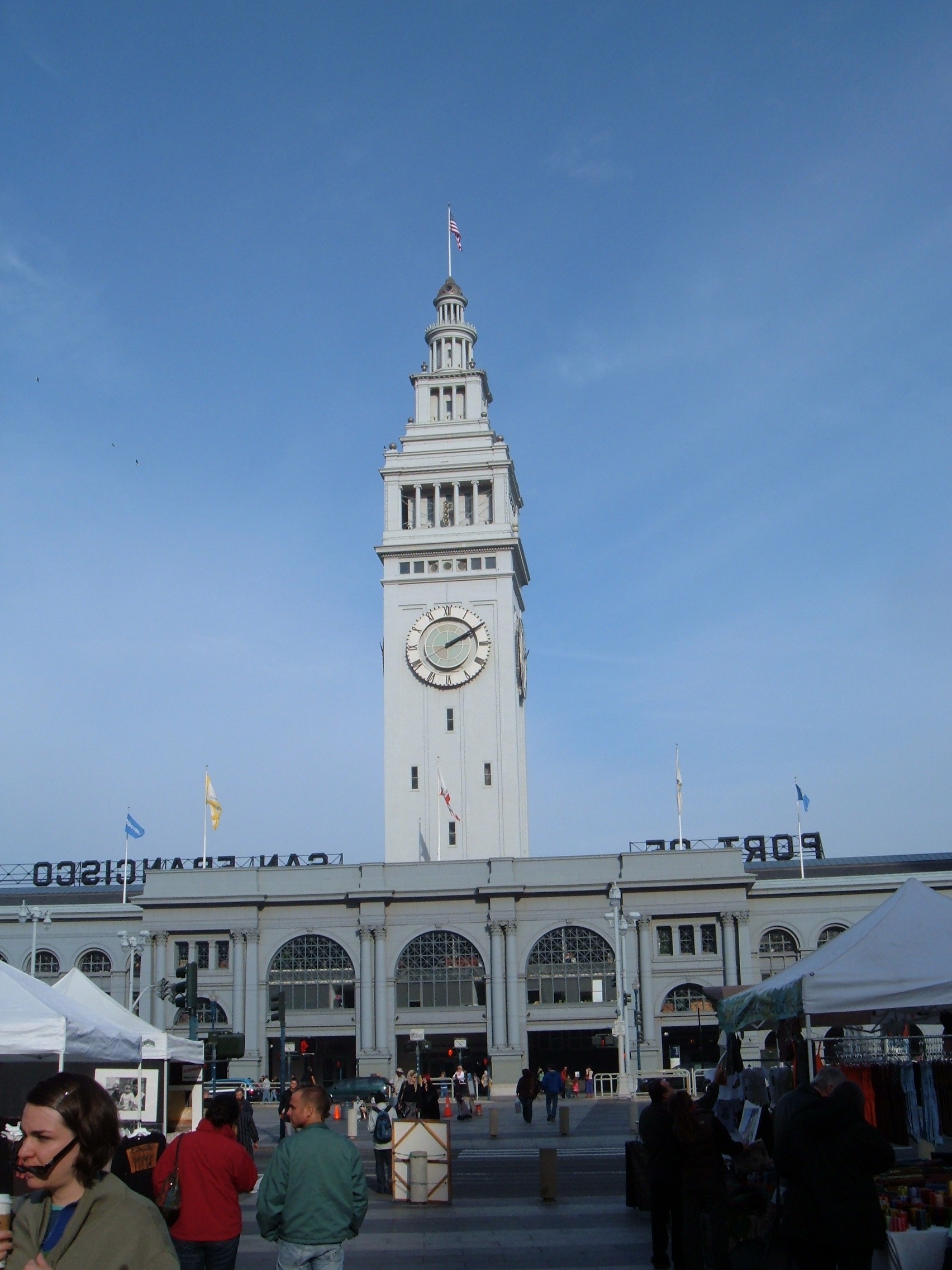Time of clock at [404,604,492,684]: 2:10
